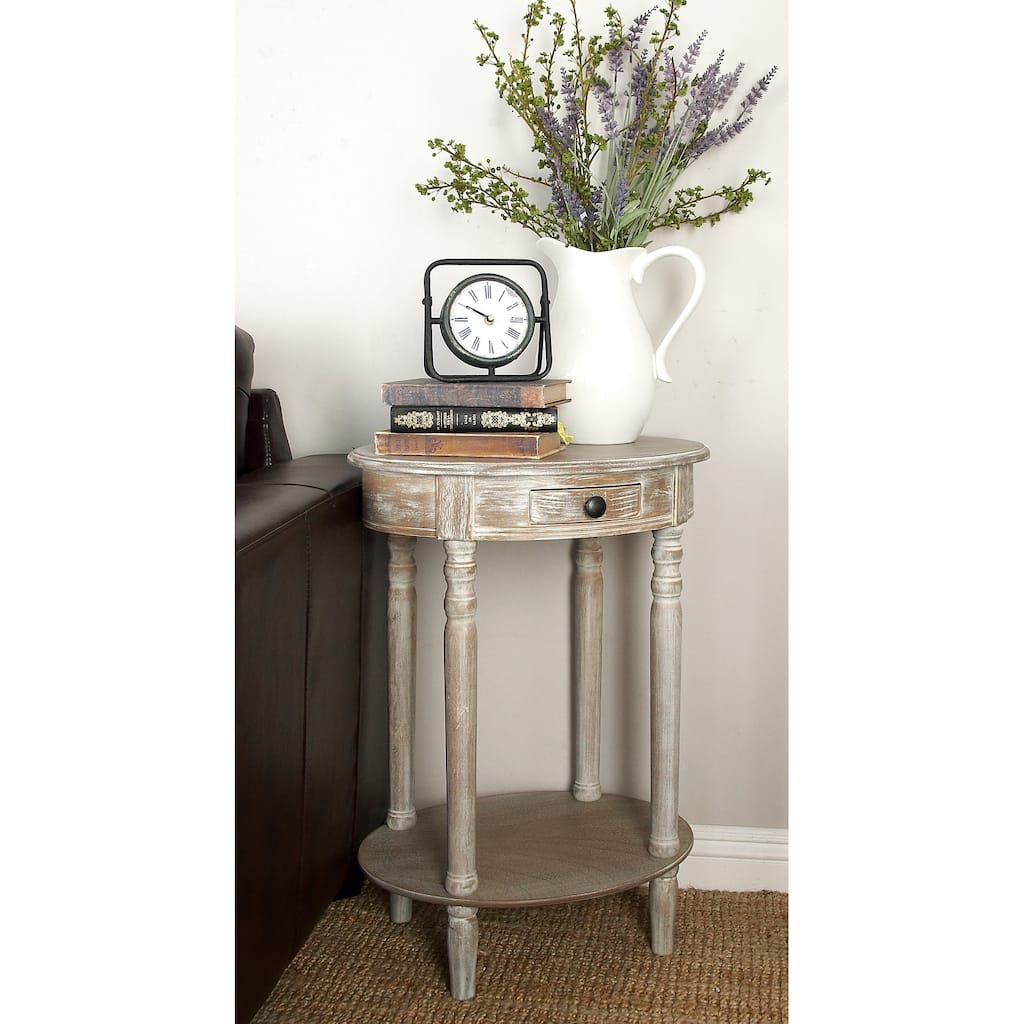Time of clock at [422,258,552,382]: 9:50
